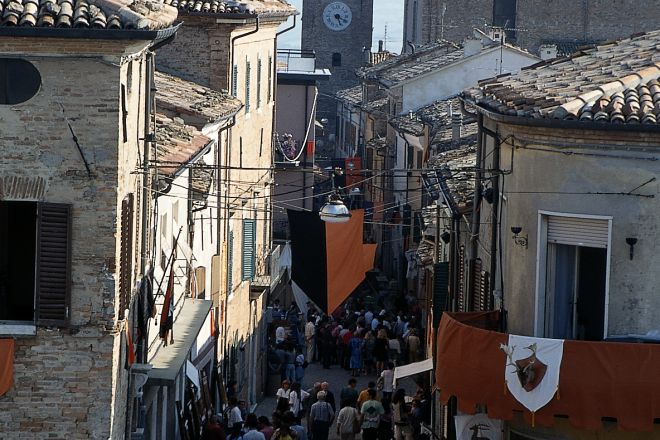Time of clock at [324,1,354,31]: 5:18
